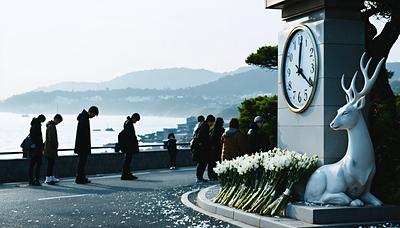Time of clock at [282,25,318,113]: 12:20
